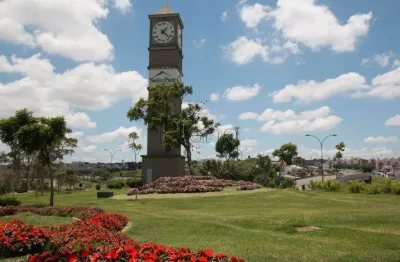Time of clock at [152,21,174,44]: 1:22
